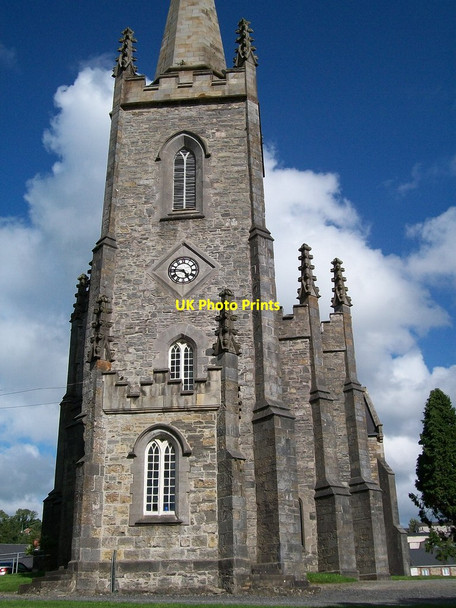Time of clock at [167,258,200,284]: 4:46
